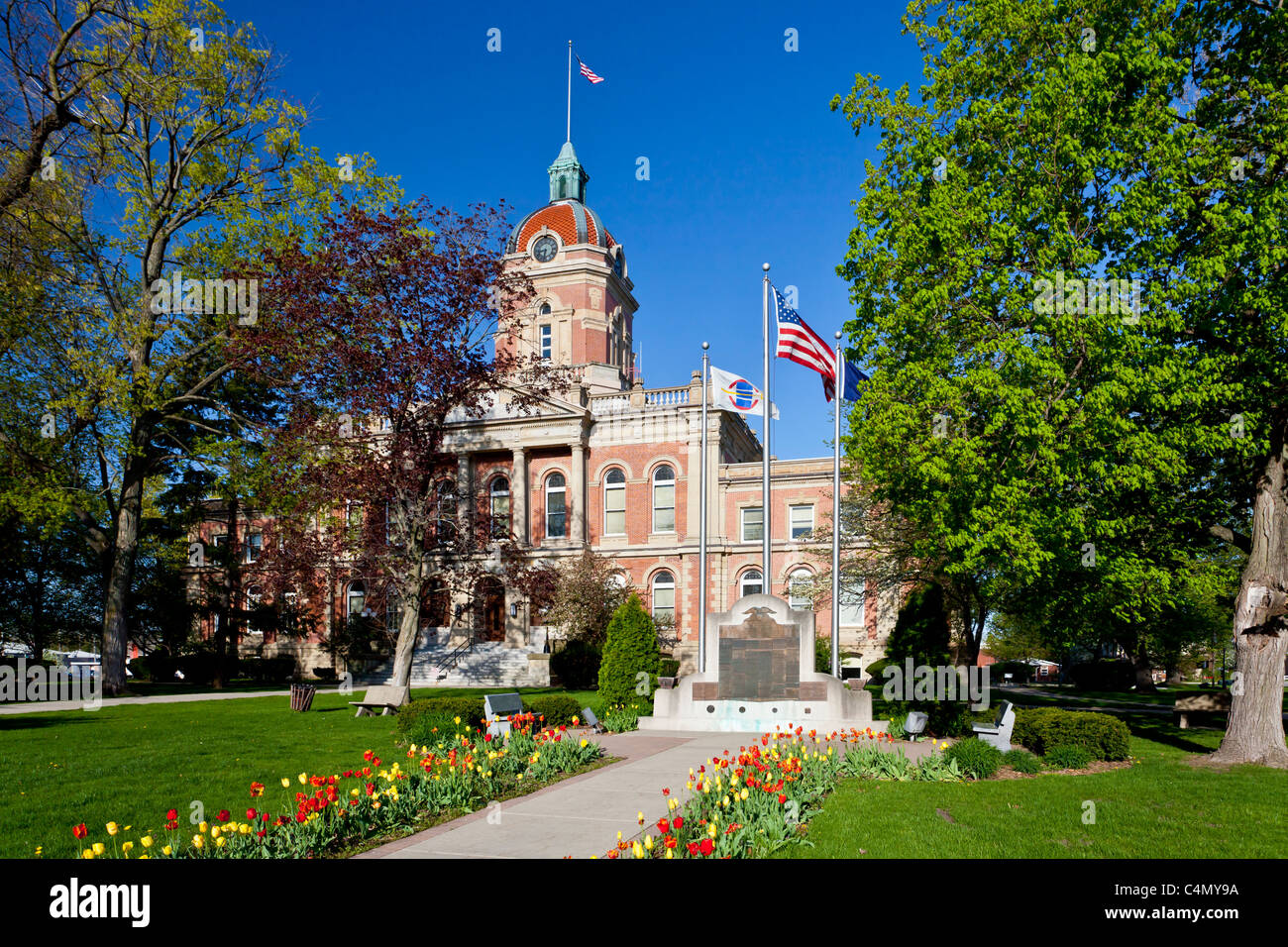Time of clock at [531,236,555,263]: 8:32
